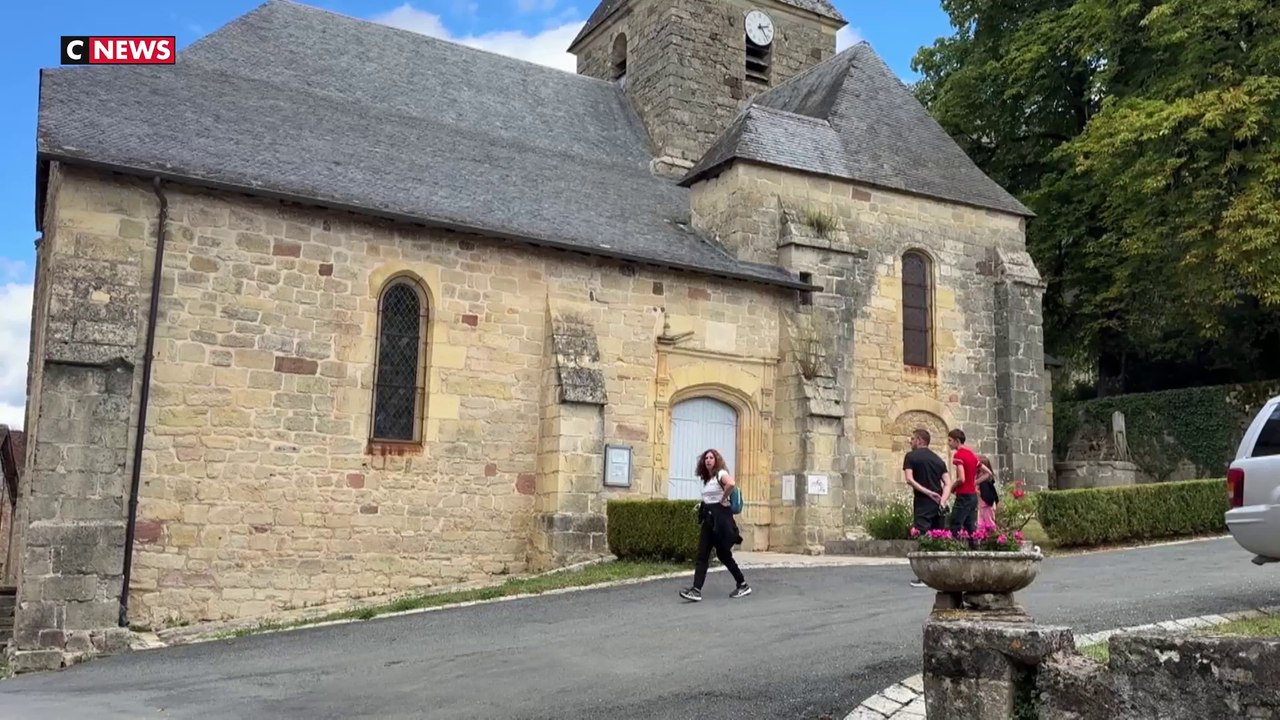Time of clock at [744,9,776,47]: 2:23
